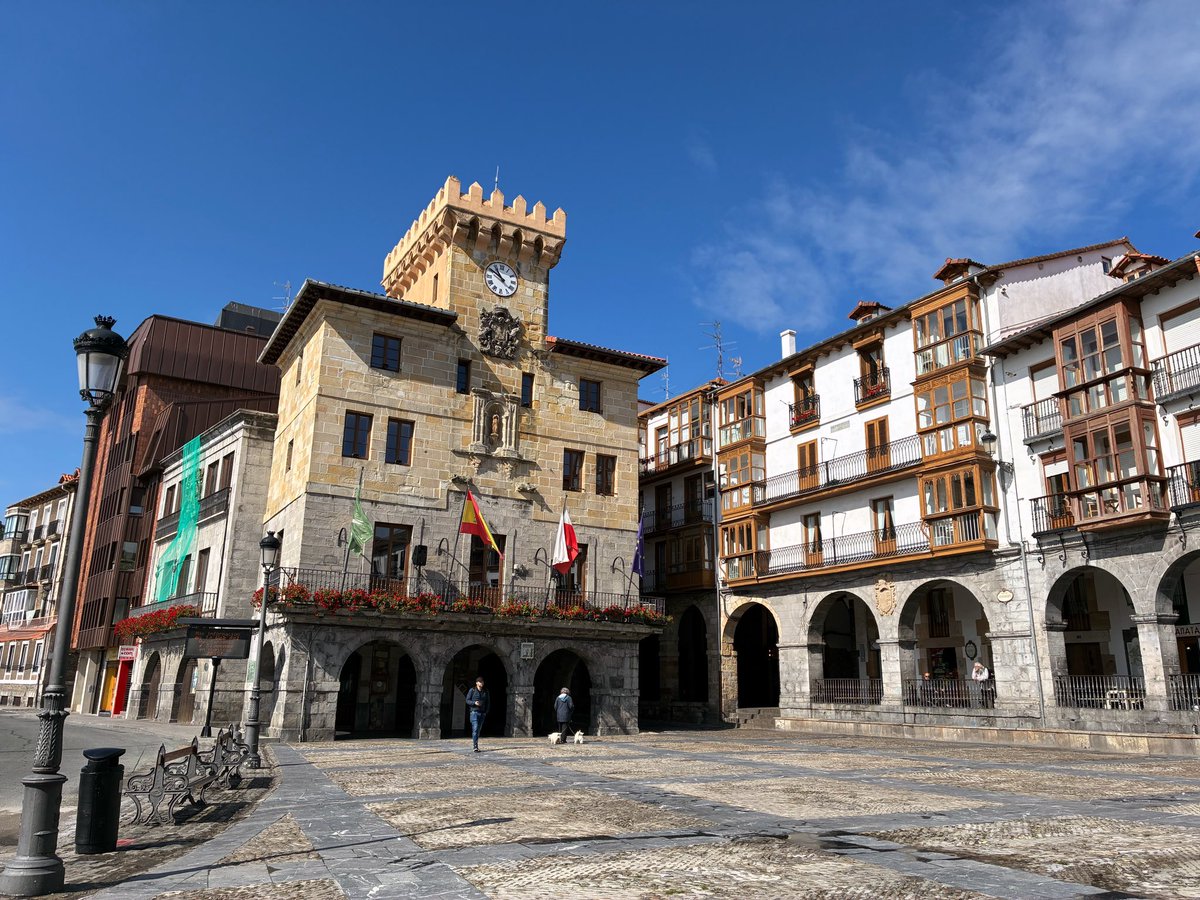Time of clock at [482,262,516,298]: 10:50
